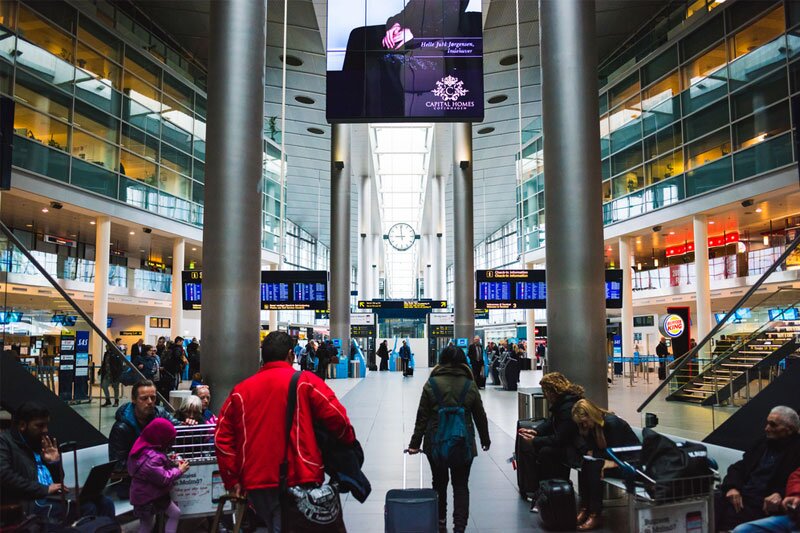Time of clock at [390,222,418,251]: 8:59
